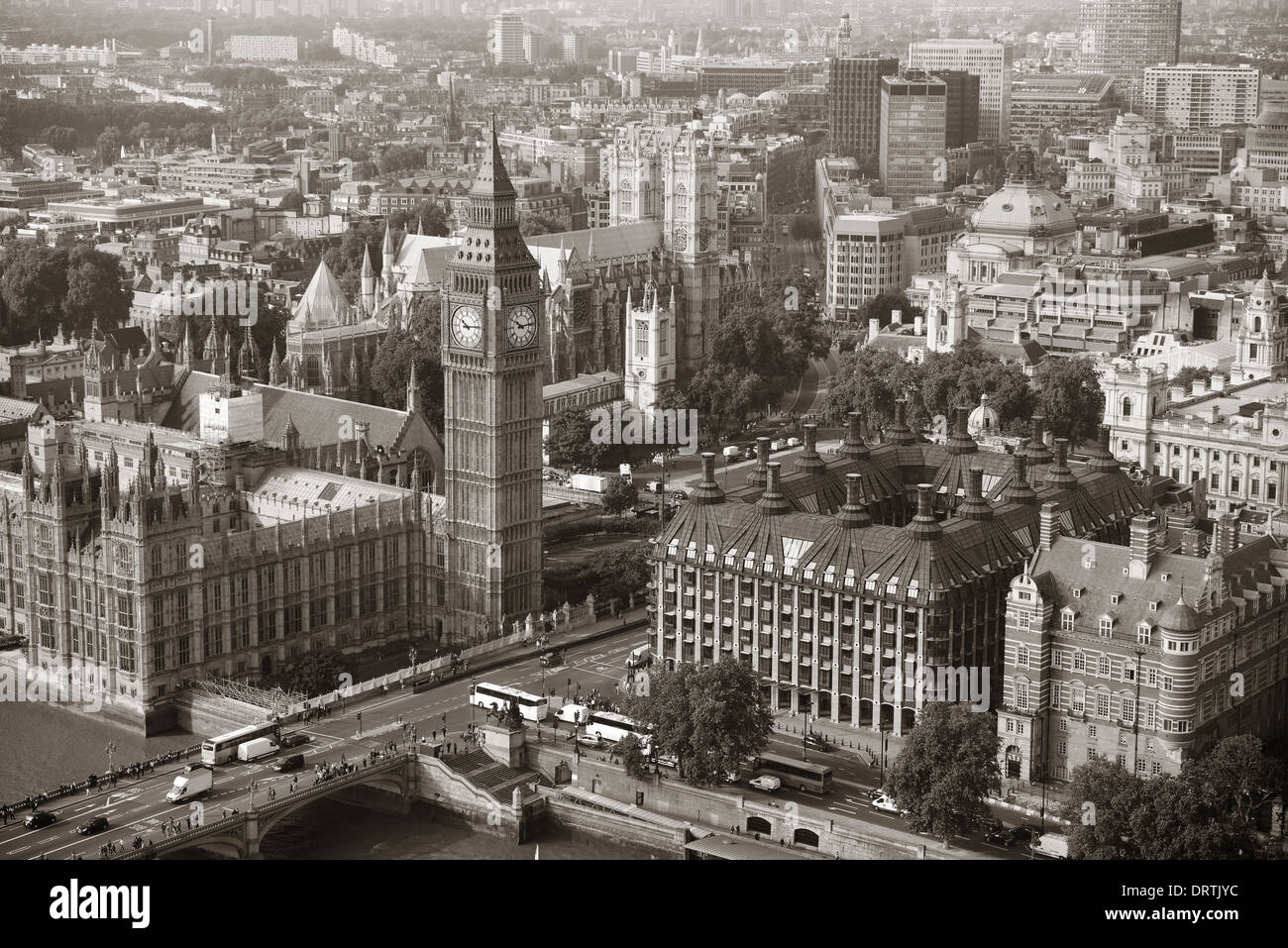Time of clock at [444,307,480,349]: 10:14
